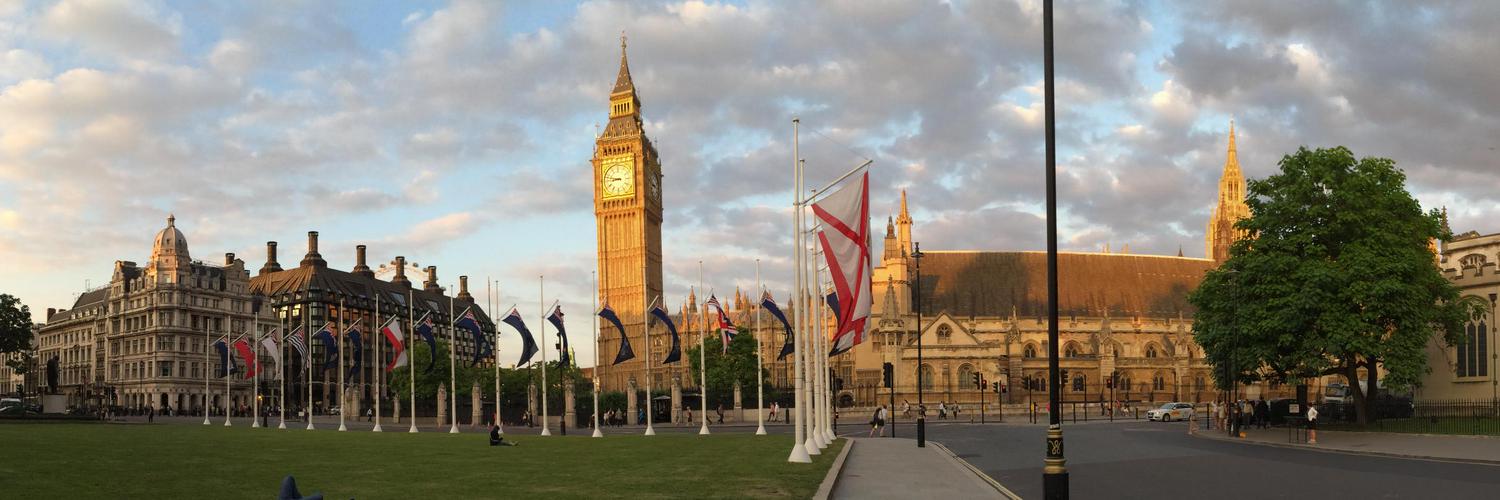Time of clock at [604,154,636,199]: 8:47
